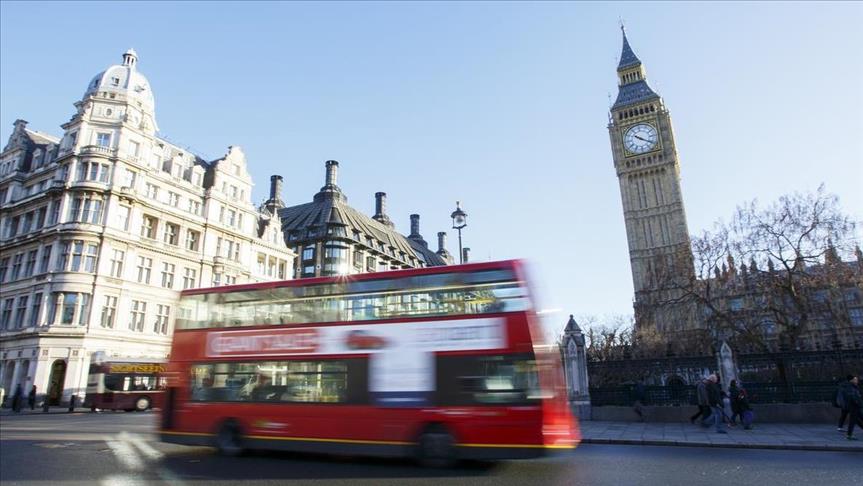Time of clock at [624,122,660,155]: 10:20
